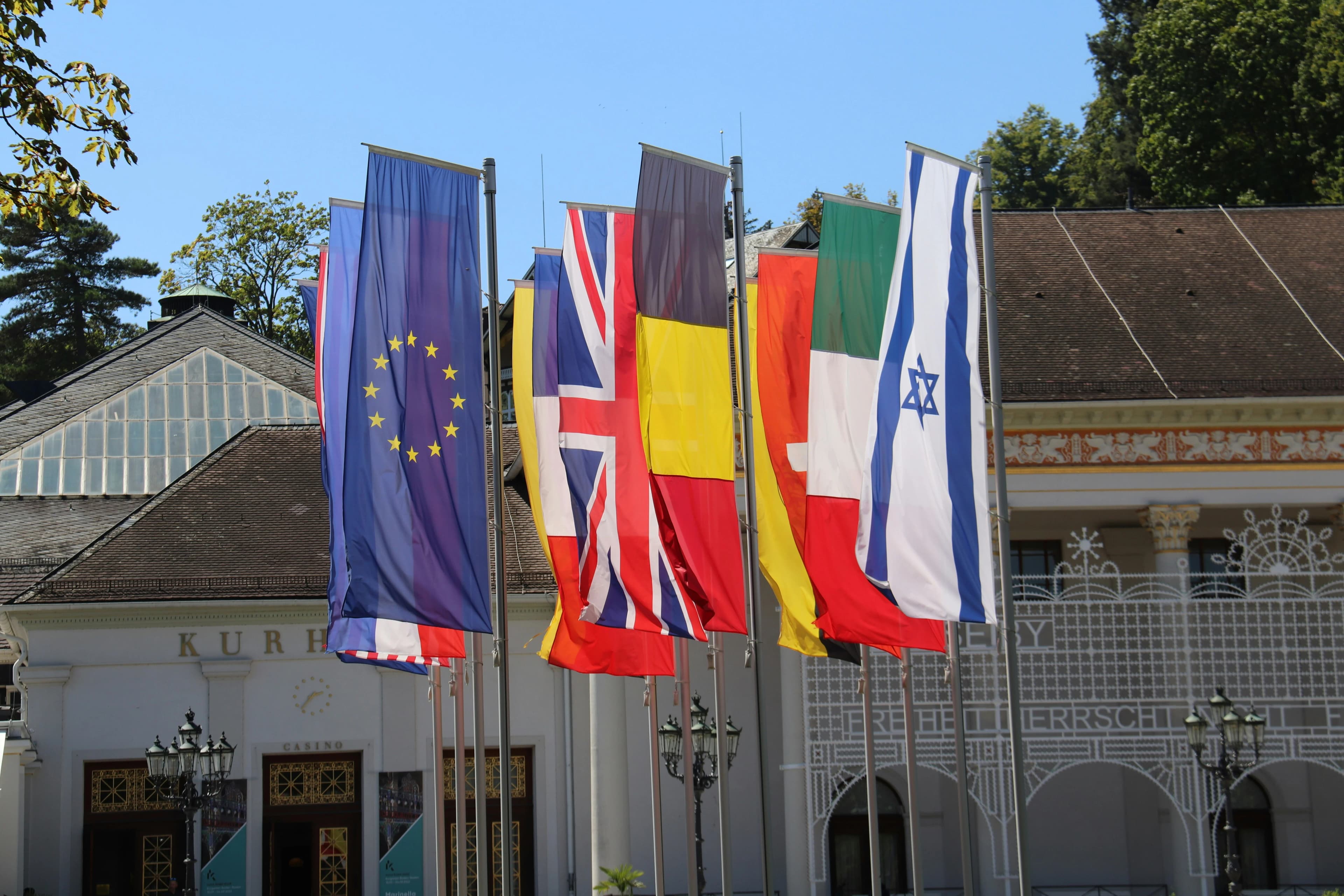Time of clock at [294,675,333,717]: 2:36
